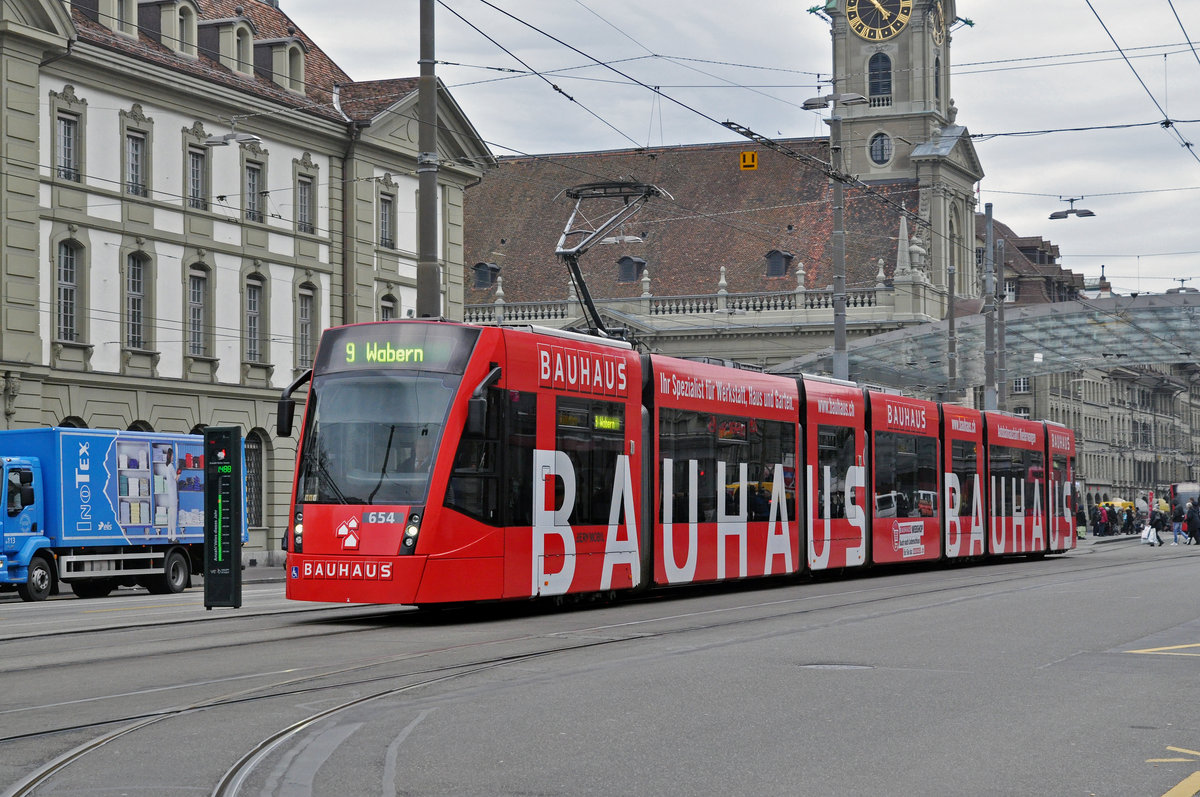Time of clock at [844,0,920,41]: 4:23
